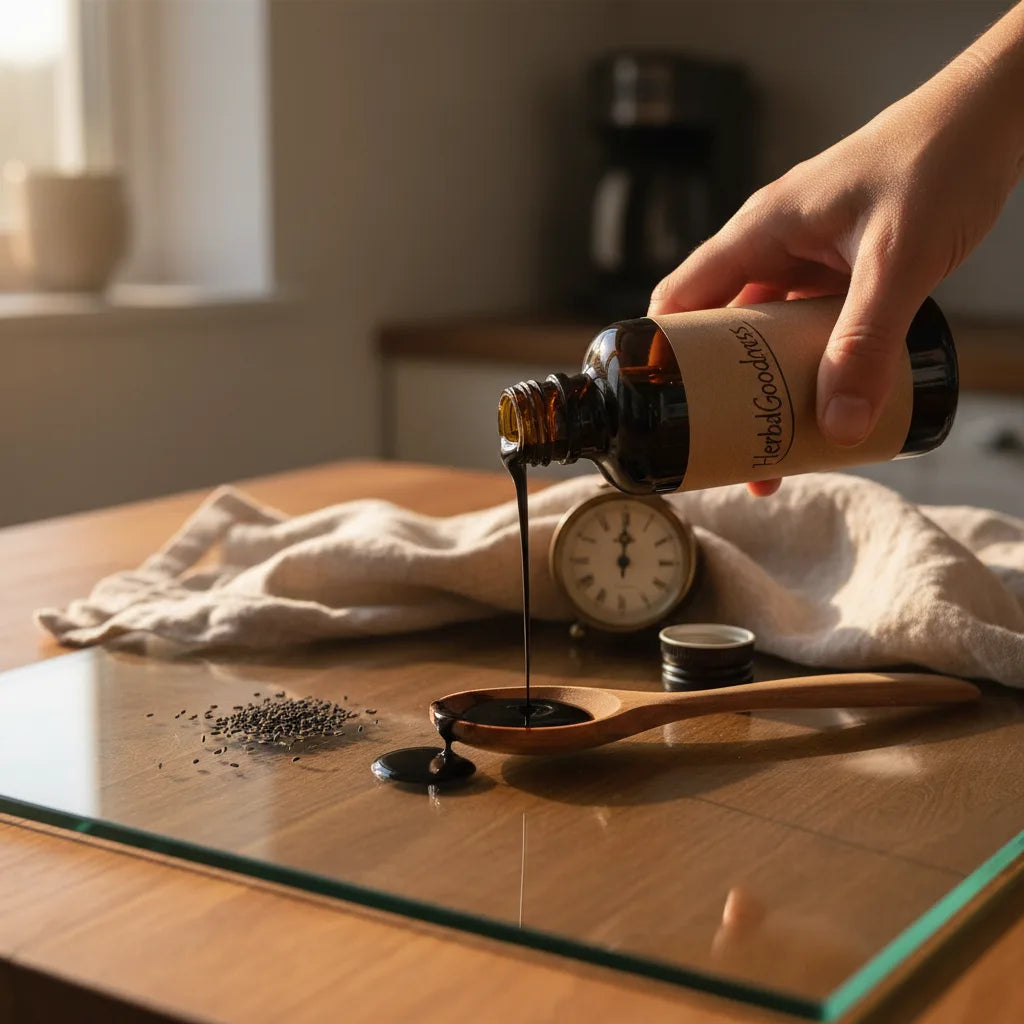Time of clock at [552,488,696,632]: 12:00
